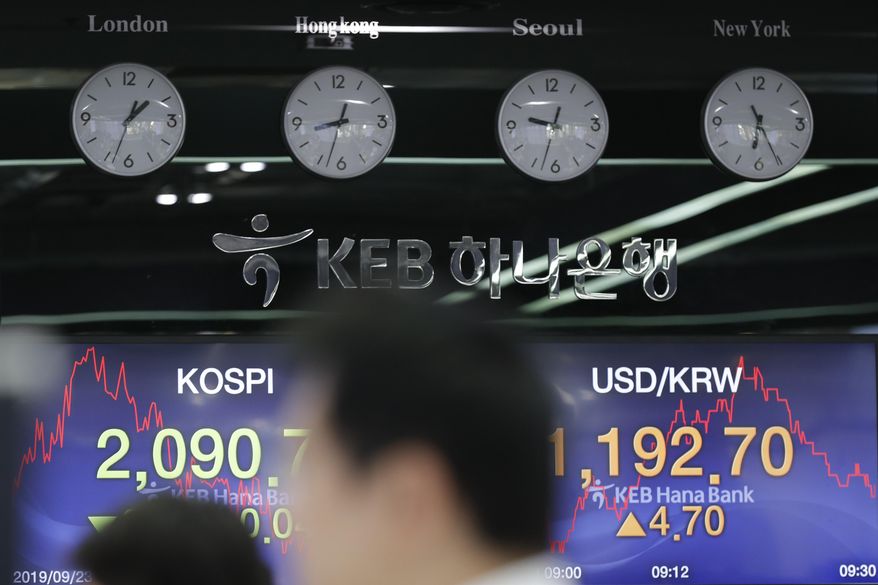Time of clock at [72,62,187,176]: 1:33
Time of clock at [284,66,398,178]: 8:33
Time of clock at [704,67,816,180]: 6:25
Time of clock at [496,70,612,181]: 9:33
